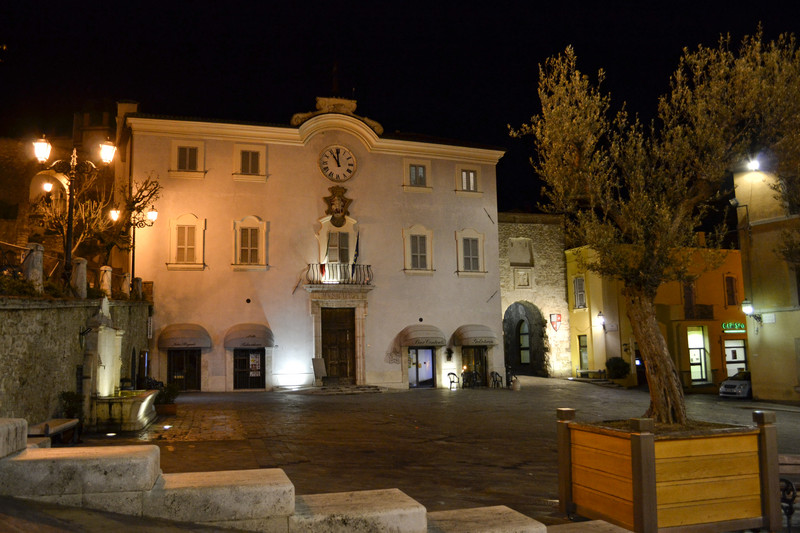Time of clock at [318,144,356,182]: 10:59
